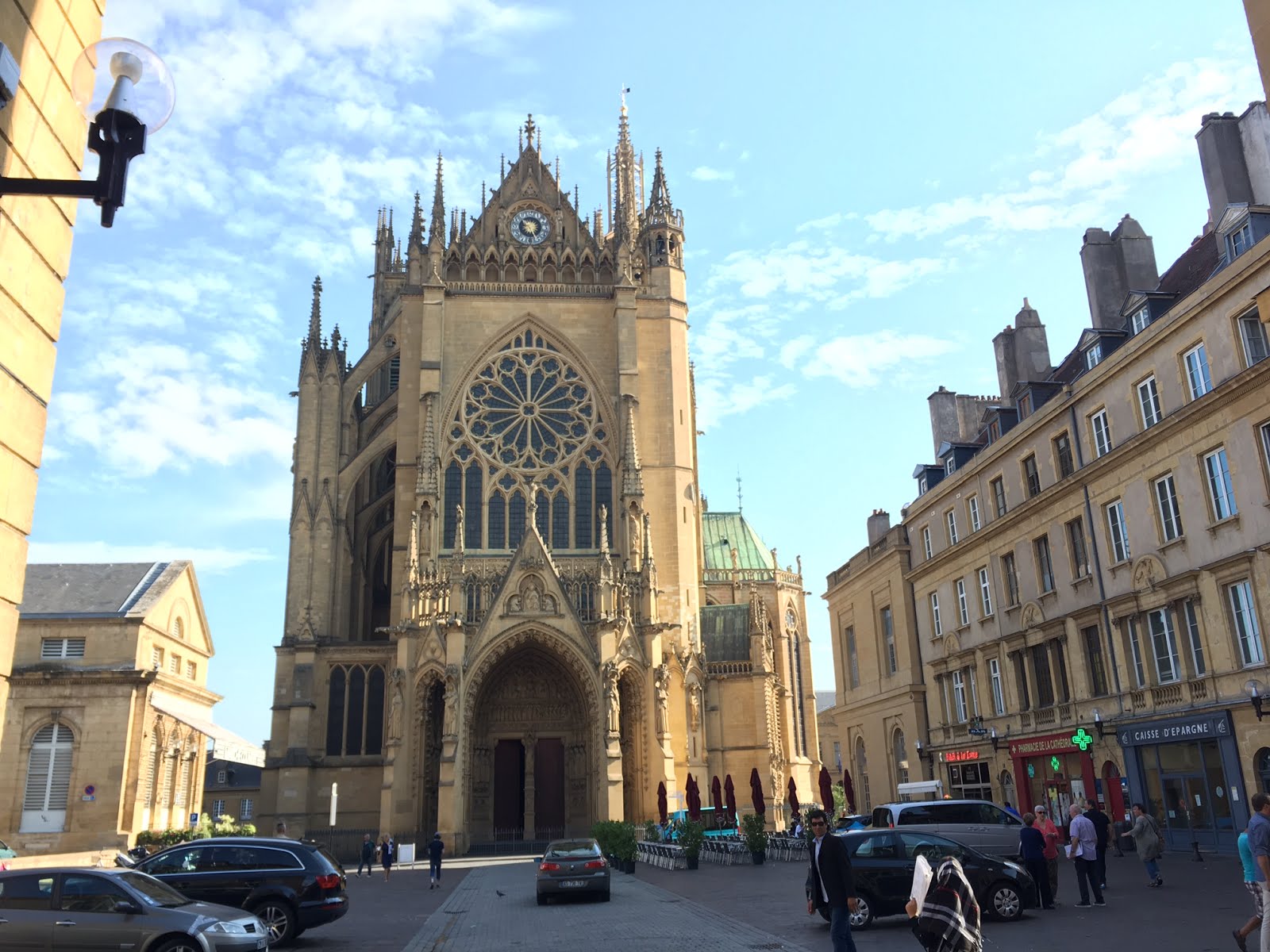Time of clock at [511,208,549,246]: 5:26
